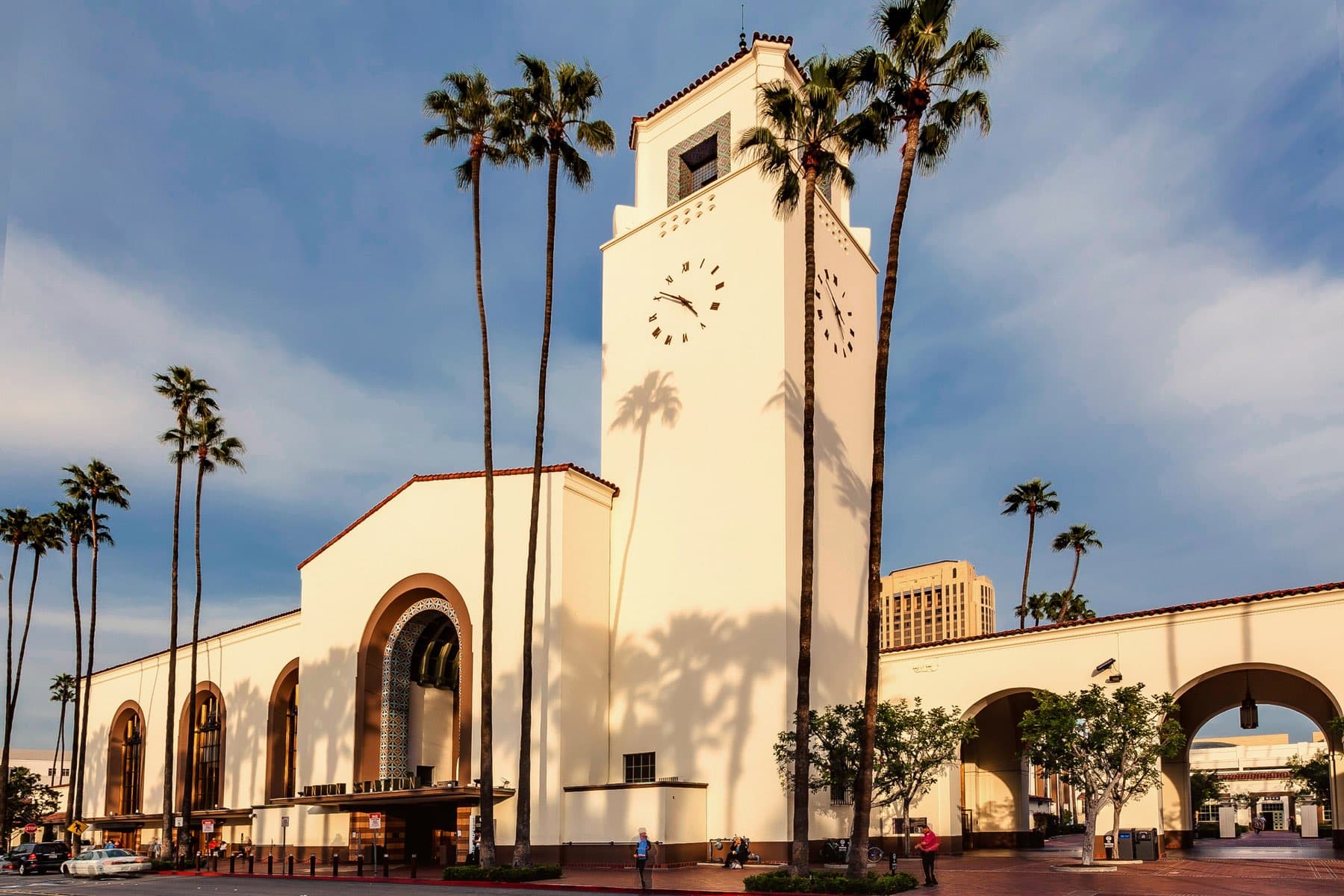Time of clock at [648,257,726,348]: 4:51
